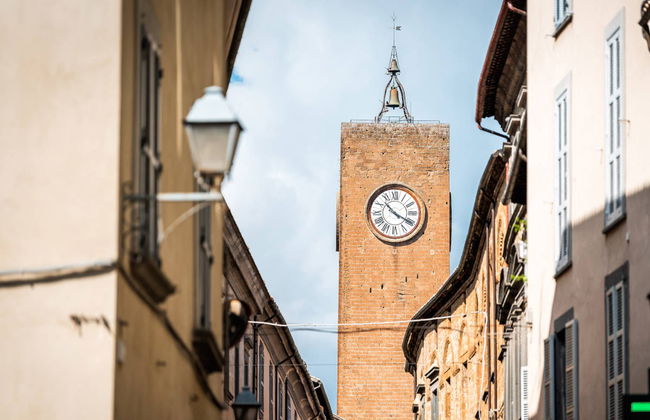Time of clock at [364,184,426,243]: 3:52
